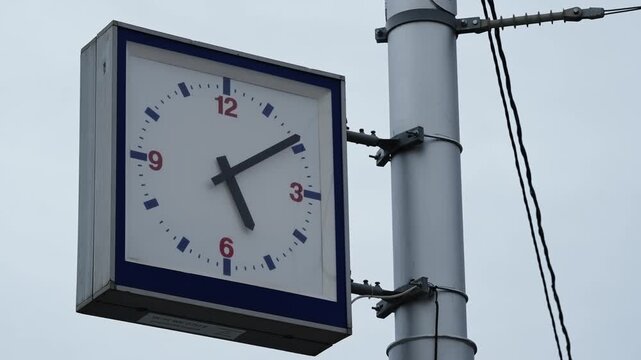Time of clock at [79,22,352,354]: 5:09
